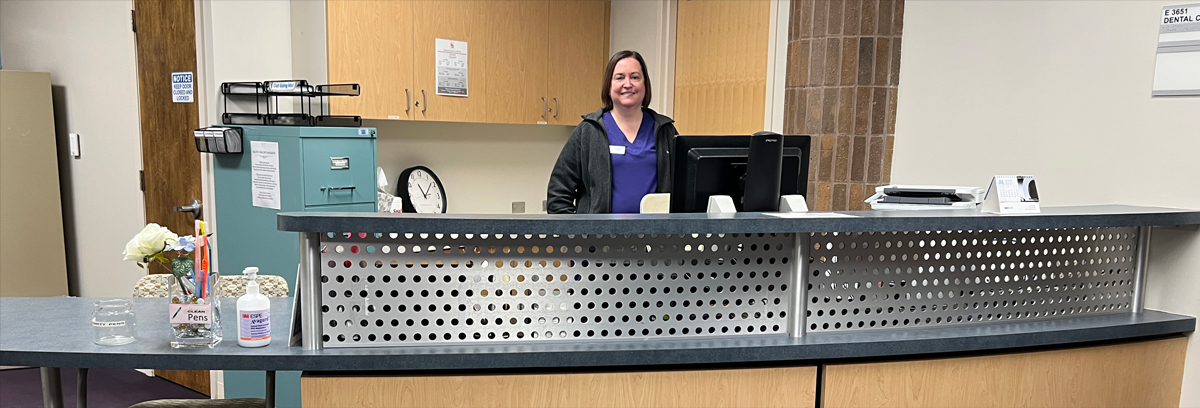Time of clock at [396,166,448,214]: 11:07
